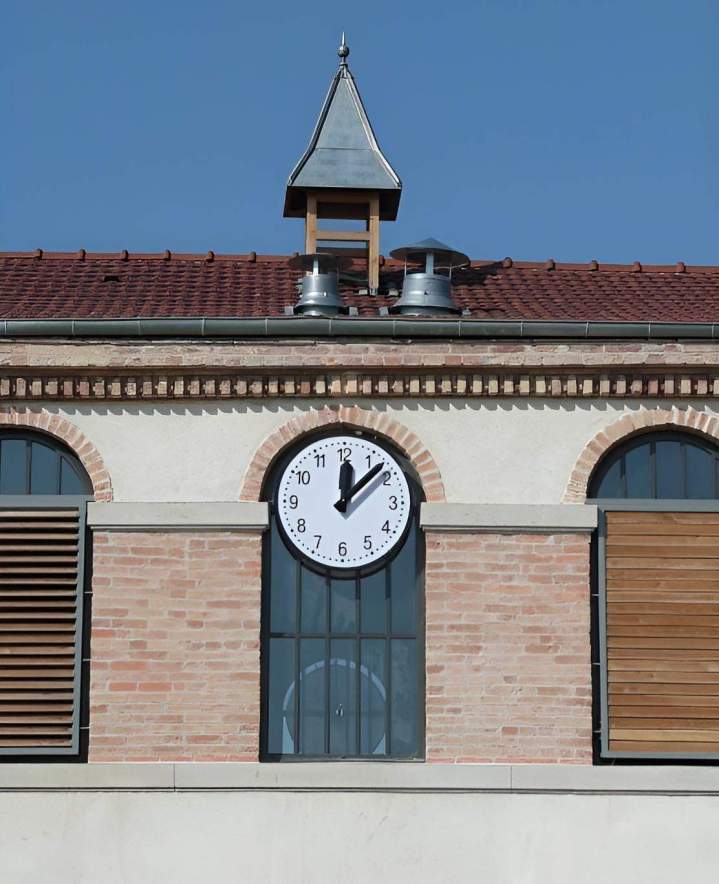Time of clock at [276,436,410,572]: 12:07
